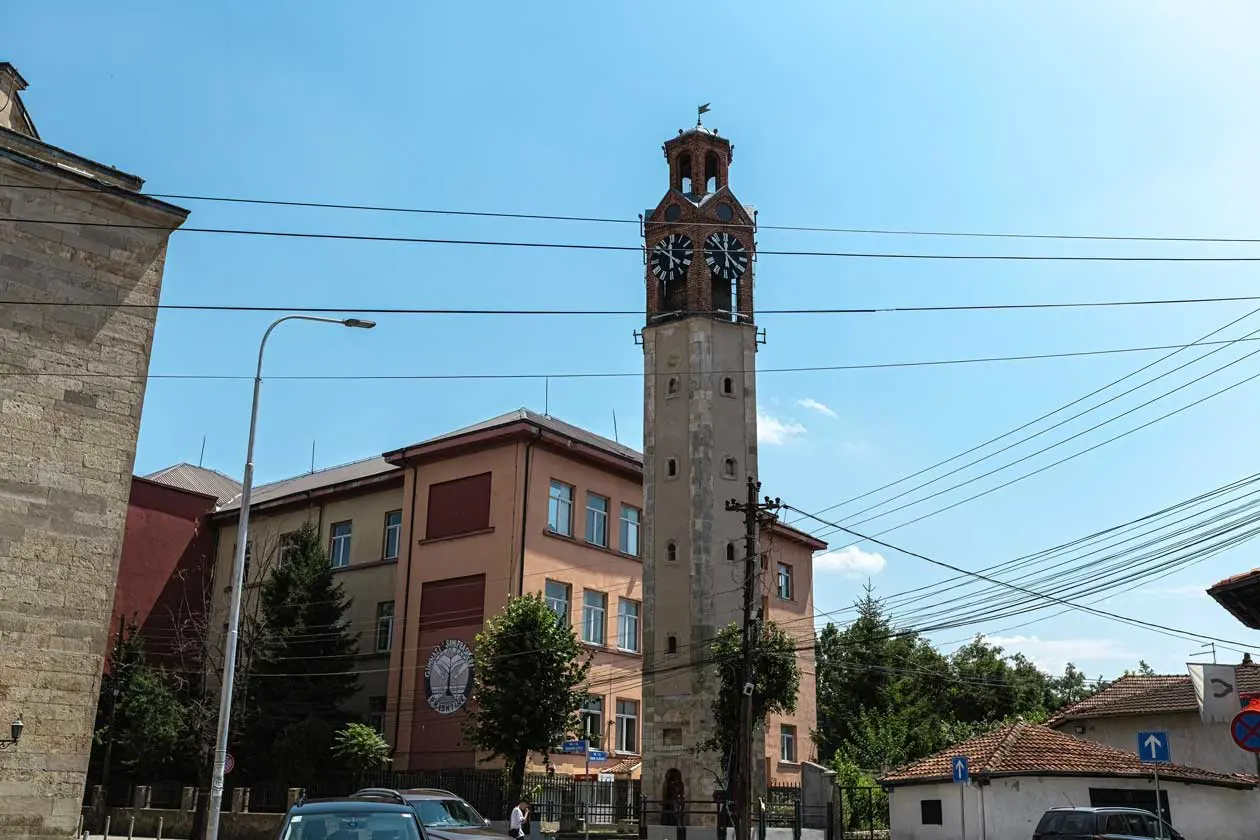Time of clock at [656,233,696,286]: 5:51
